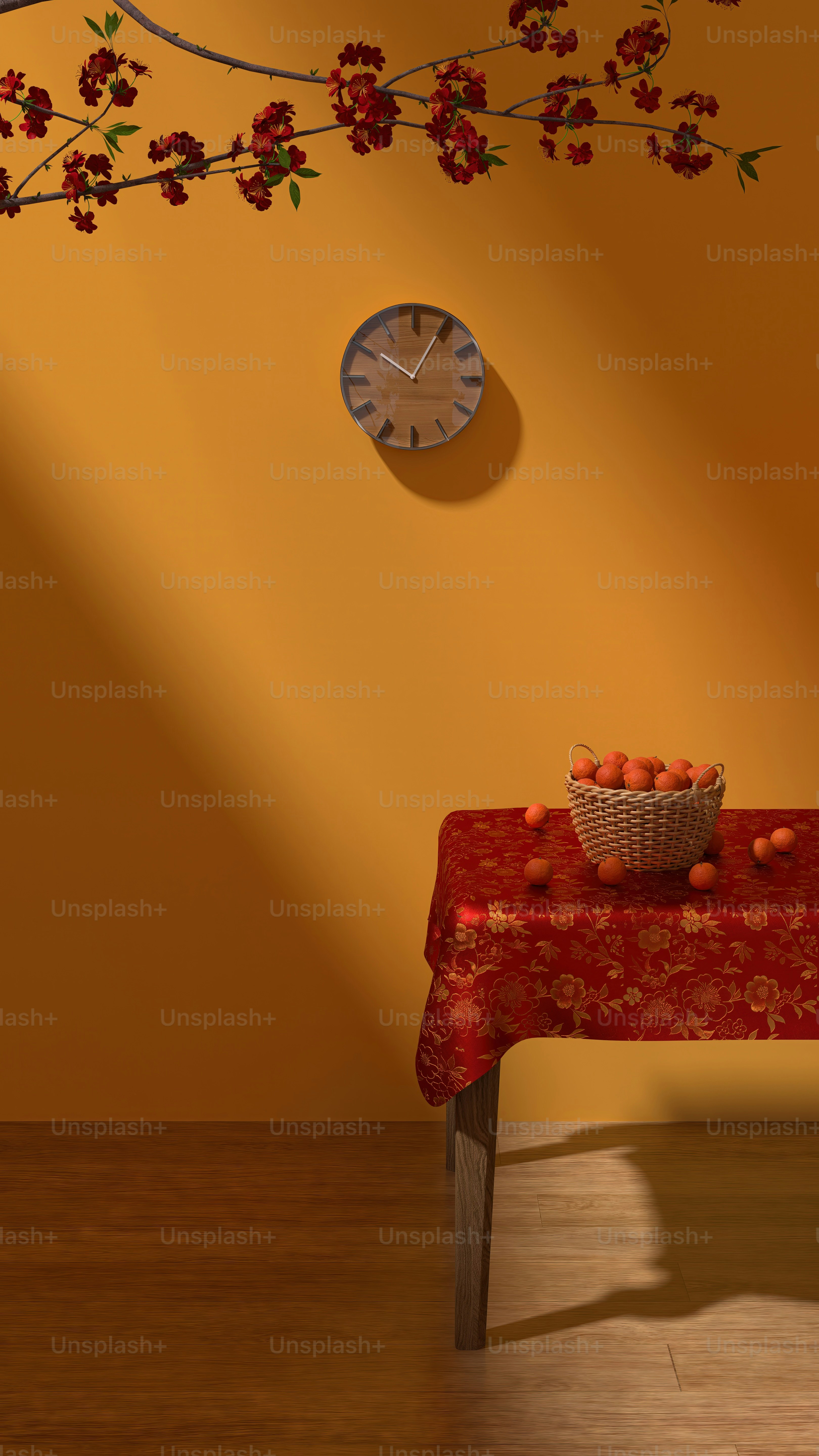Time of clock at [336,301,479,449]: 10:04
